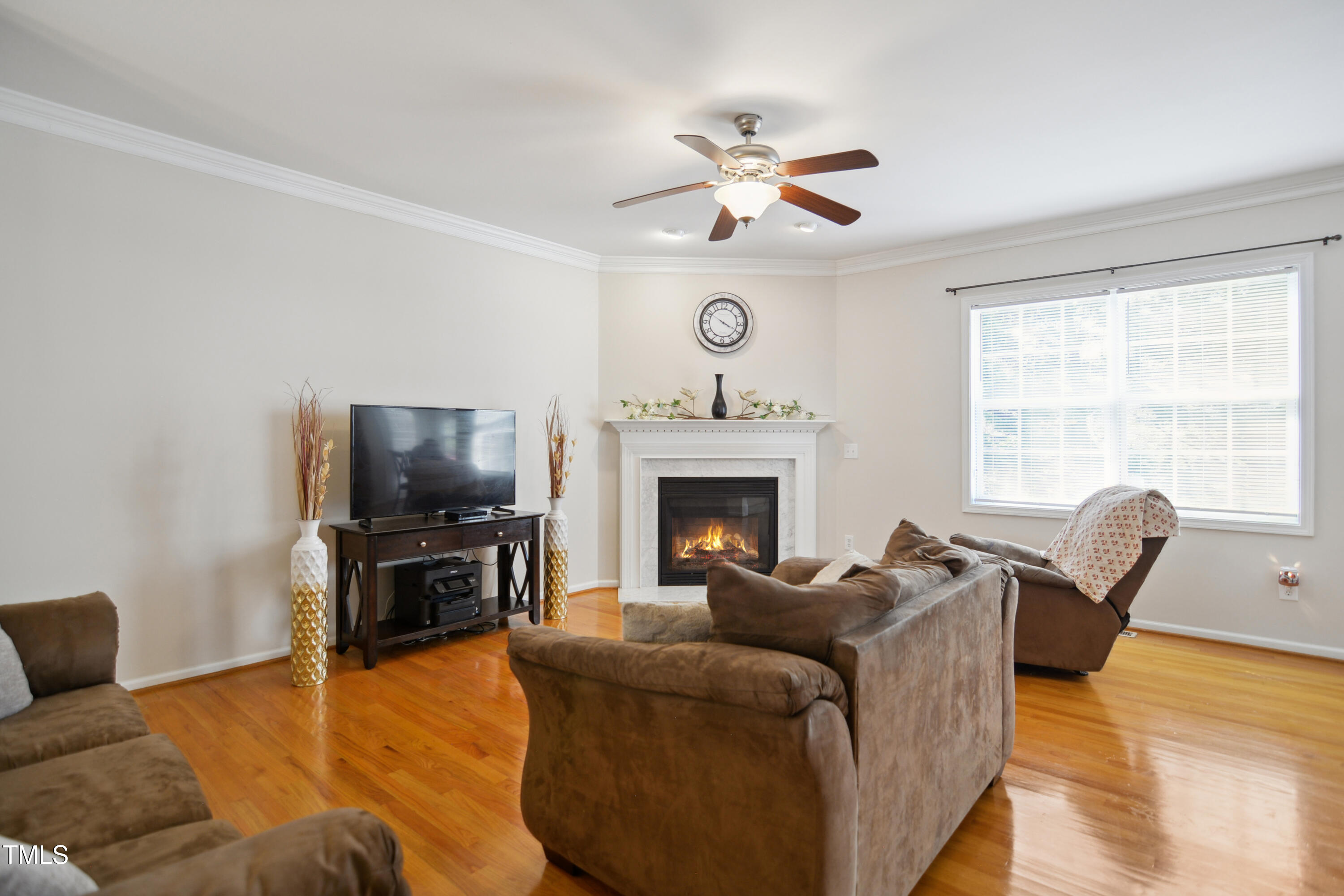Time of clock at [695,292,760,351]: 3:50
